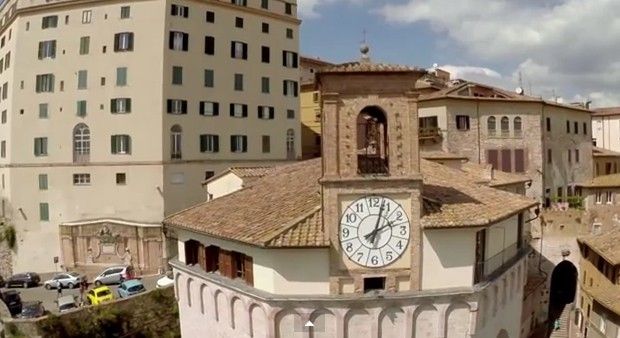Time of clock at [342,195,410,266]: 2:03
